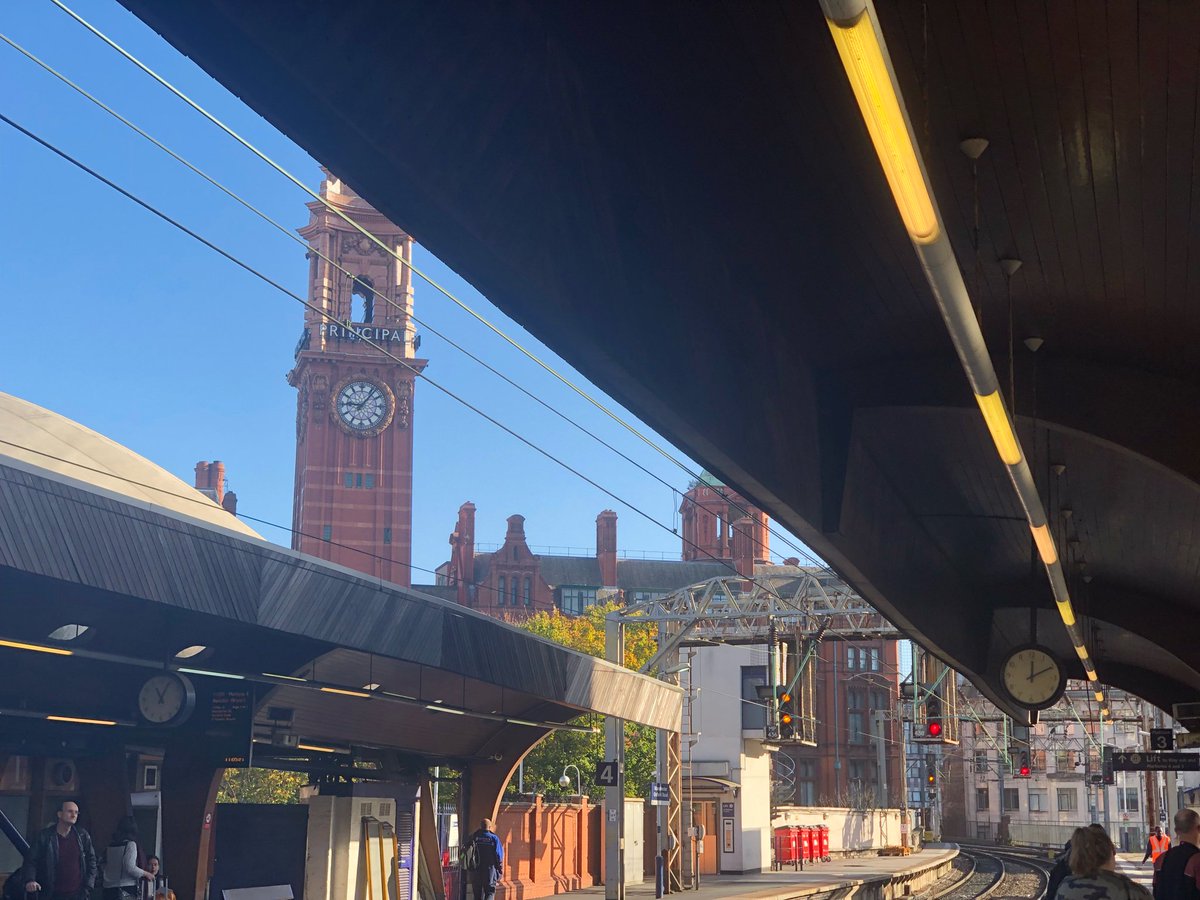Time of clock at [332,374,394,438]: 9:06
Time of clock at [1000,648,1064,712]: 12:10
